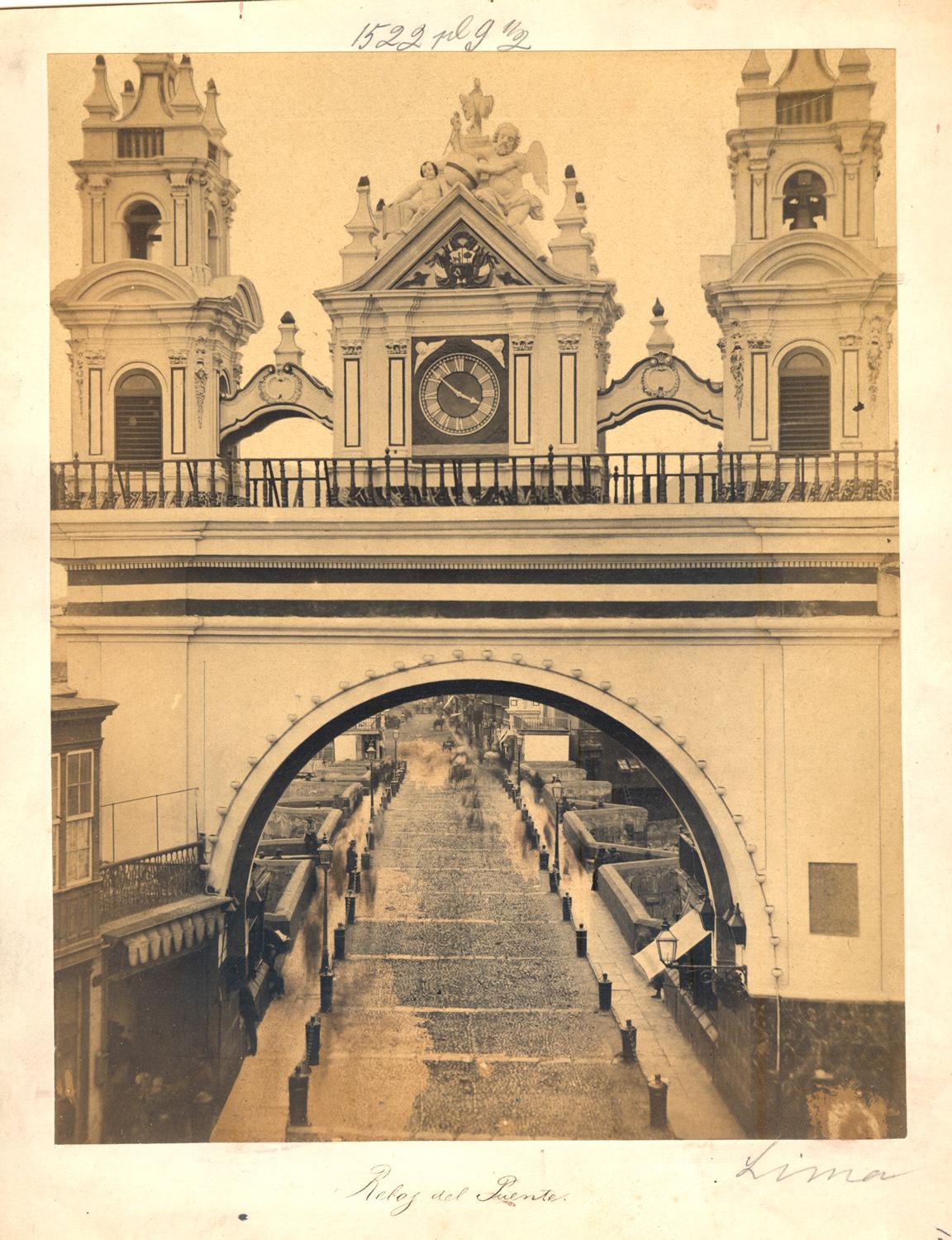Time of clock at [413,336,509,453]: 3:51
